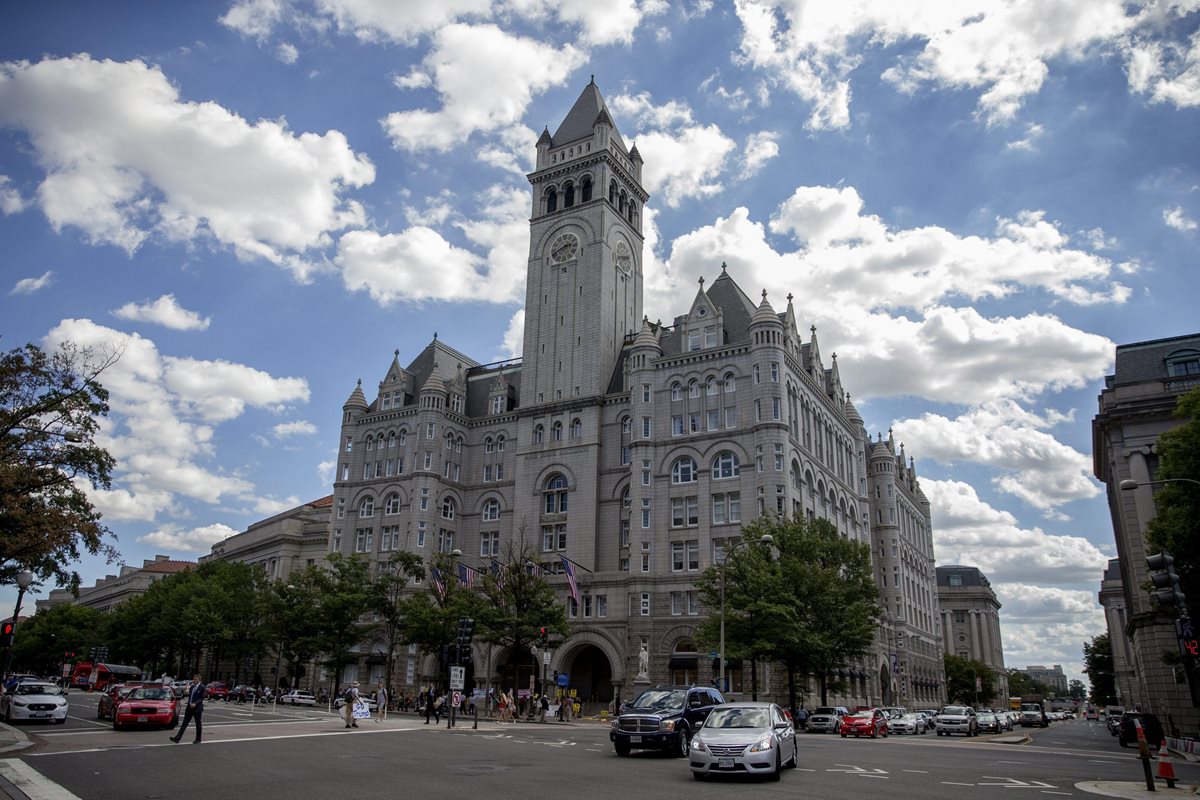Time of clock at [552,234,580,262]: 2:40
